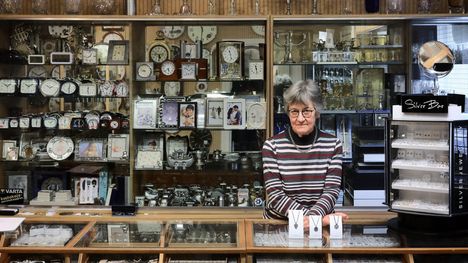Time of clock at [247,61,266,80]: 11:28
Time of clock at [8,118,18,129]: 5:12
